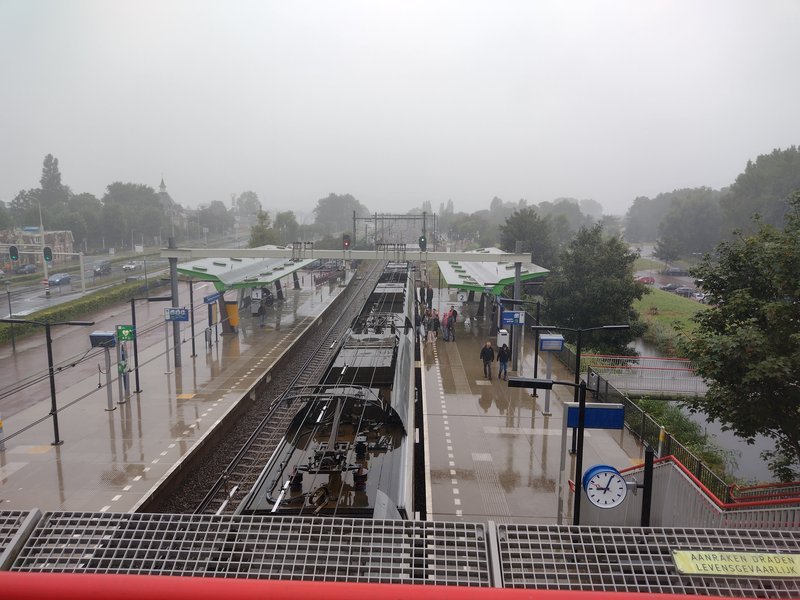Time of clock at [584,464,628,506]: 9:03
